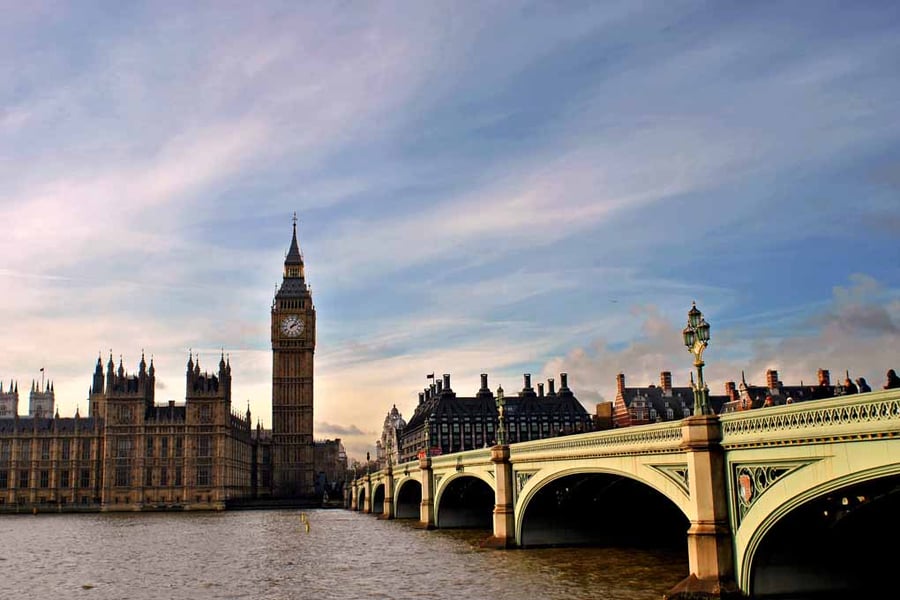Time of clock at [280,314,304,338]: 2:06
